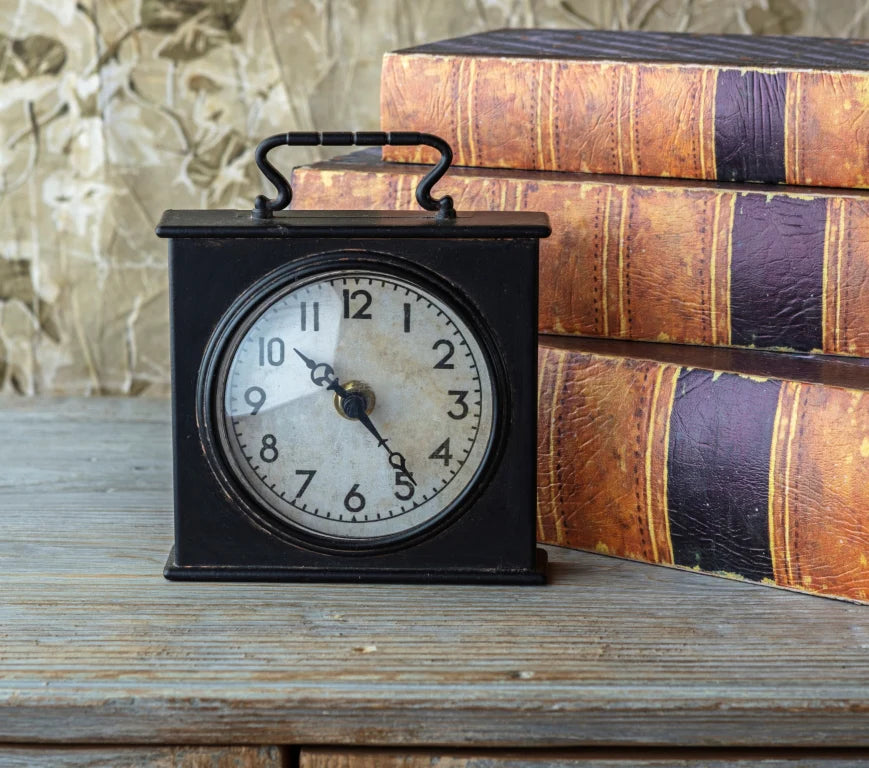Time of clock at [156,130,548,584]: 10:23
